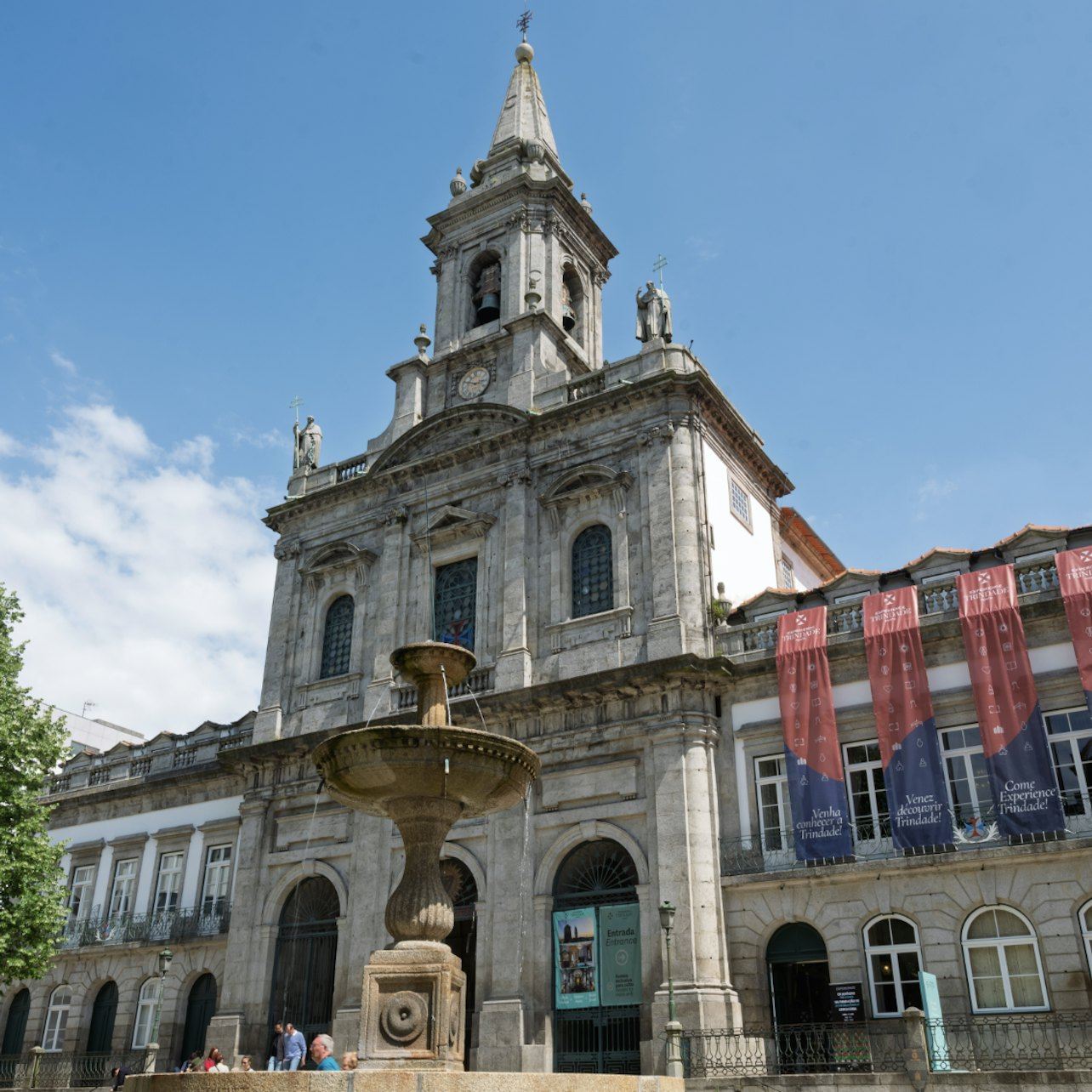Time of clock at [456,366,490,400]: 2:48
